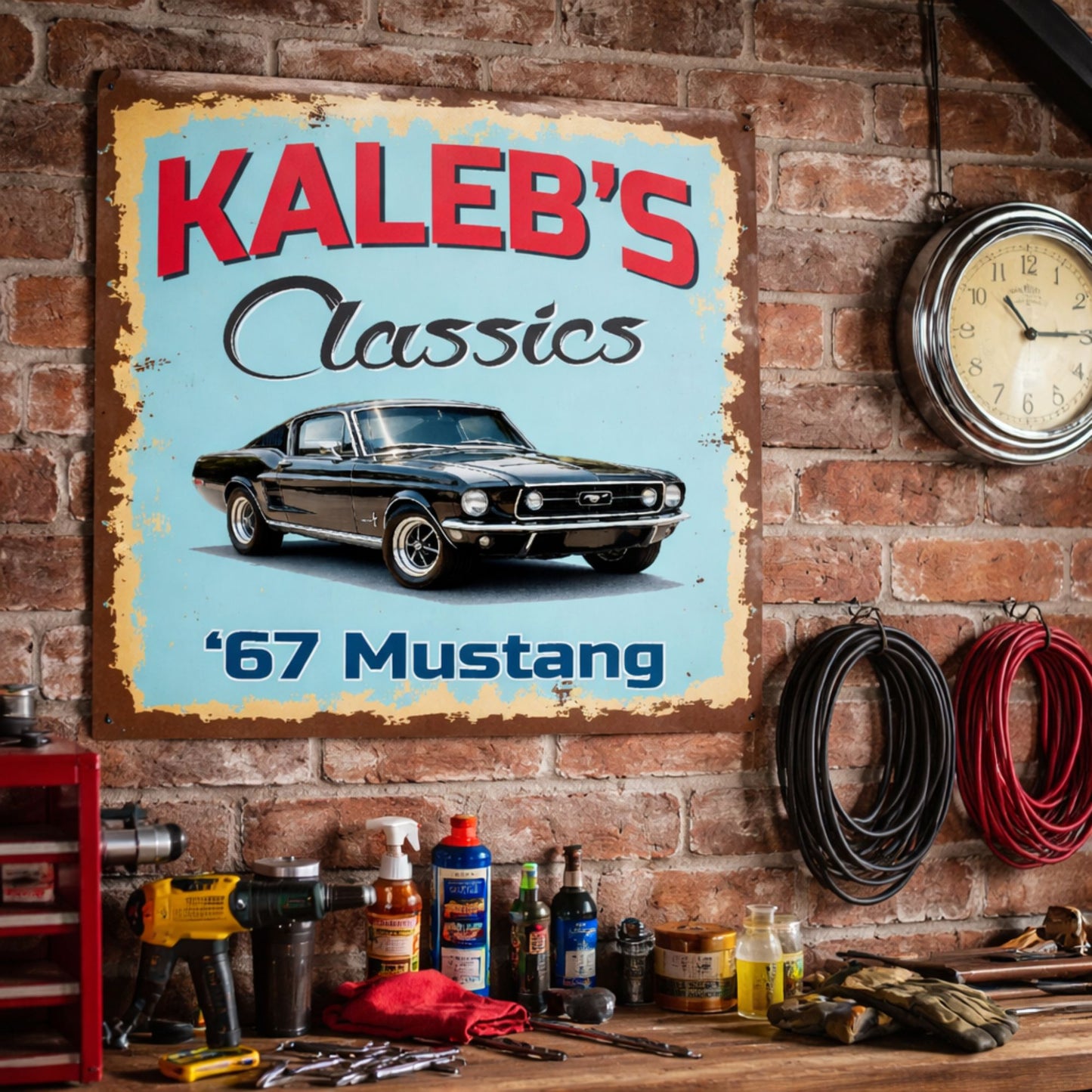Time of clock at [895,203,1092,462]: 10:14
